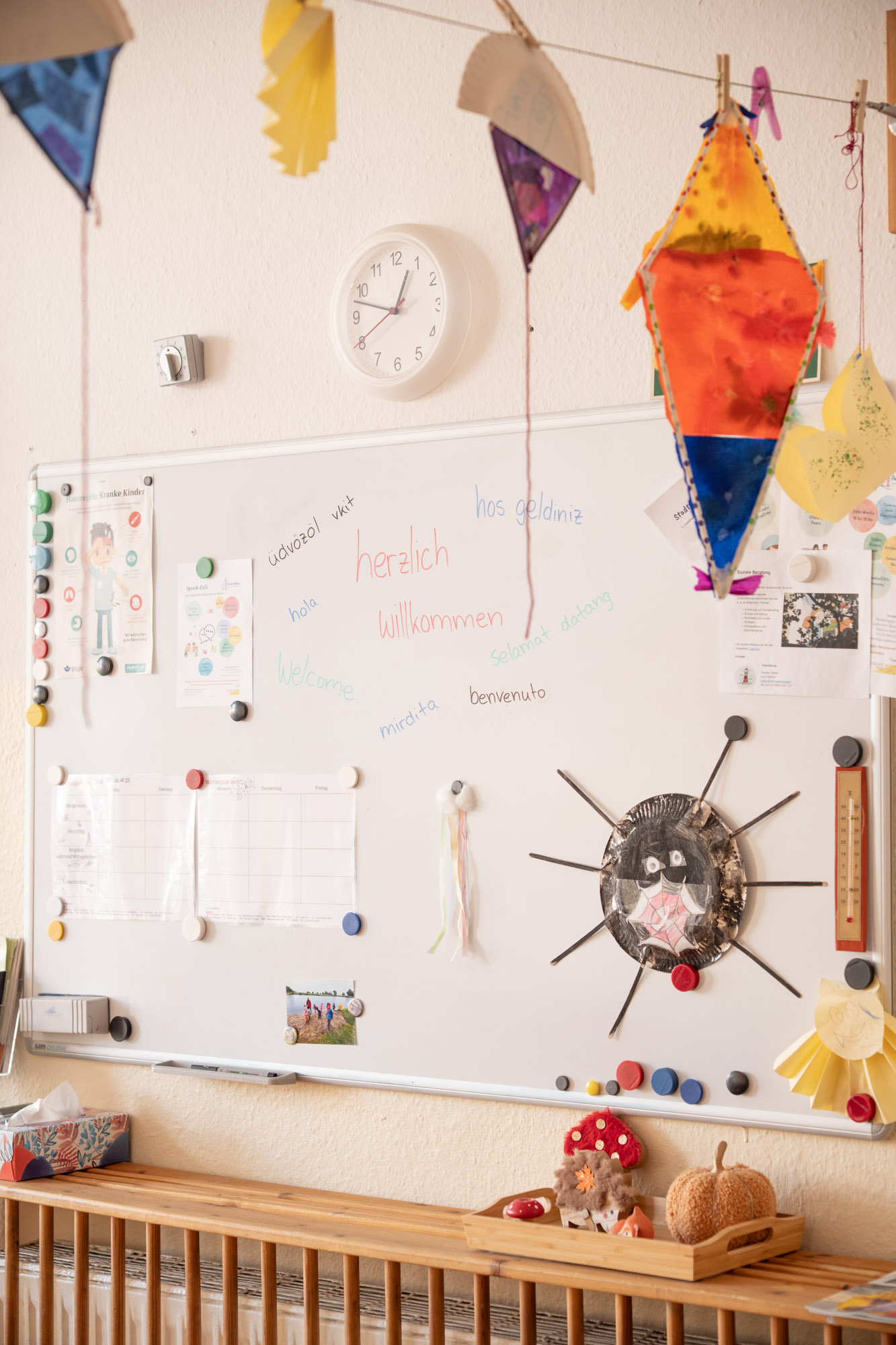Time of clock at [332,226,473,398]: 12:47
